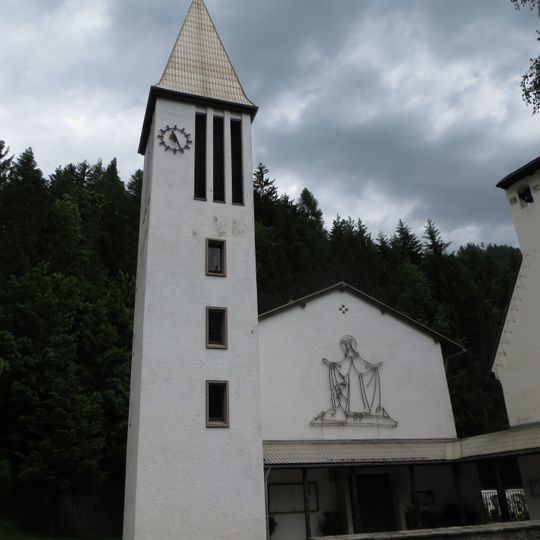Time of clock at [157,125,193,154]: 11:25
